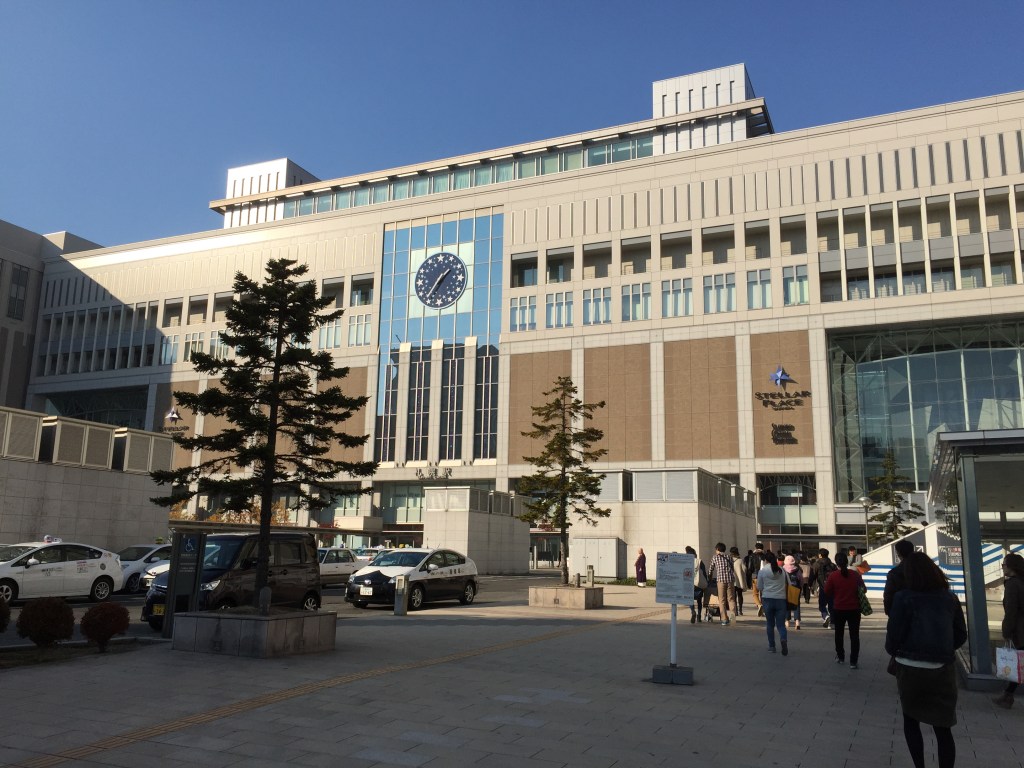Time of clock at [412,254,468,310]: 1:36
